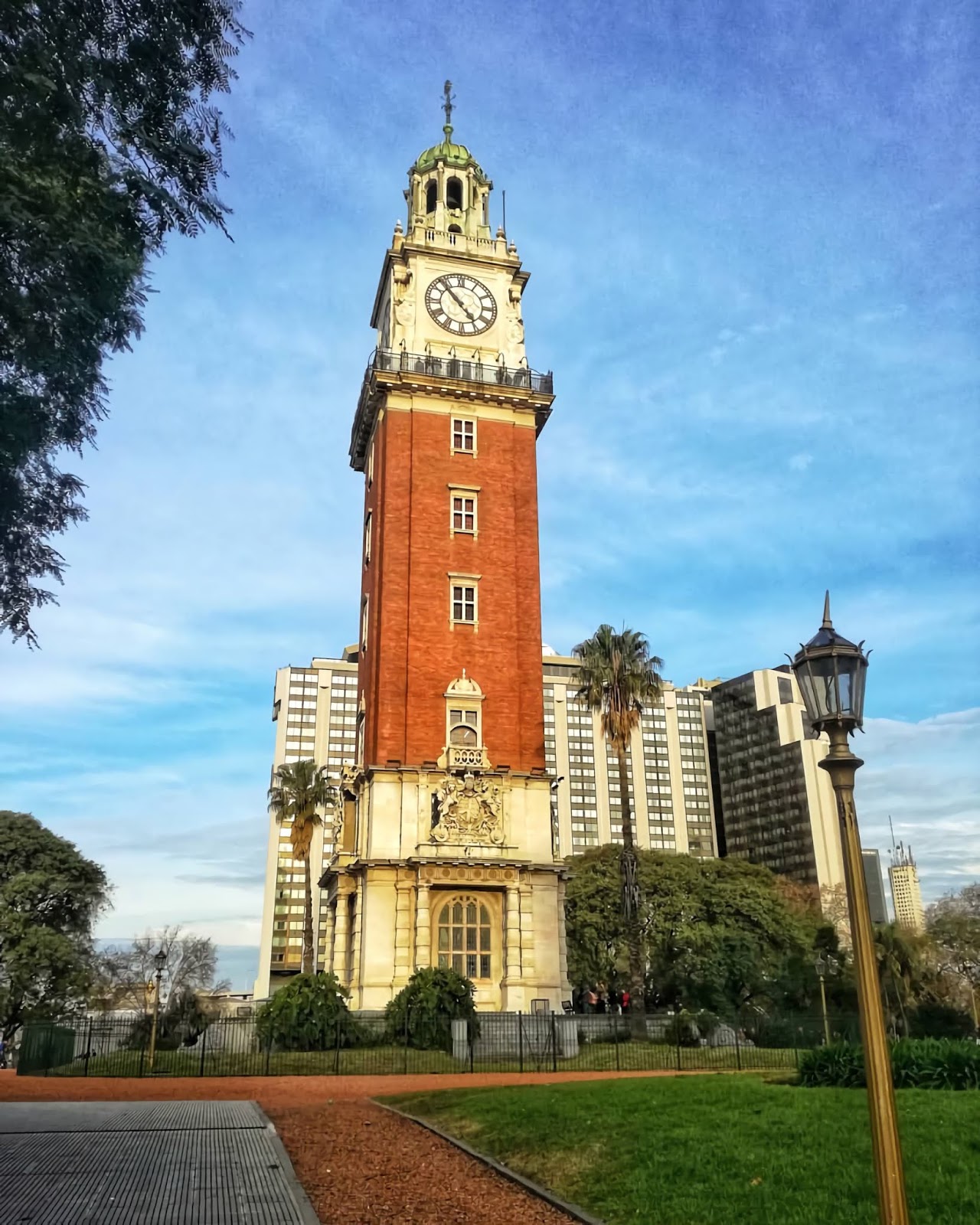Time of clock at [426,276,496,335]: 4:52
